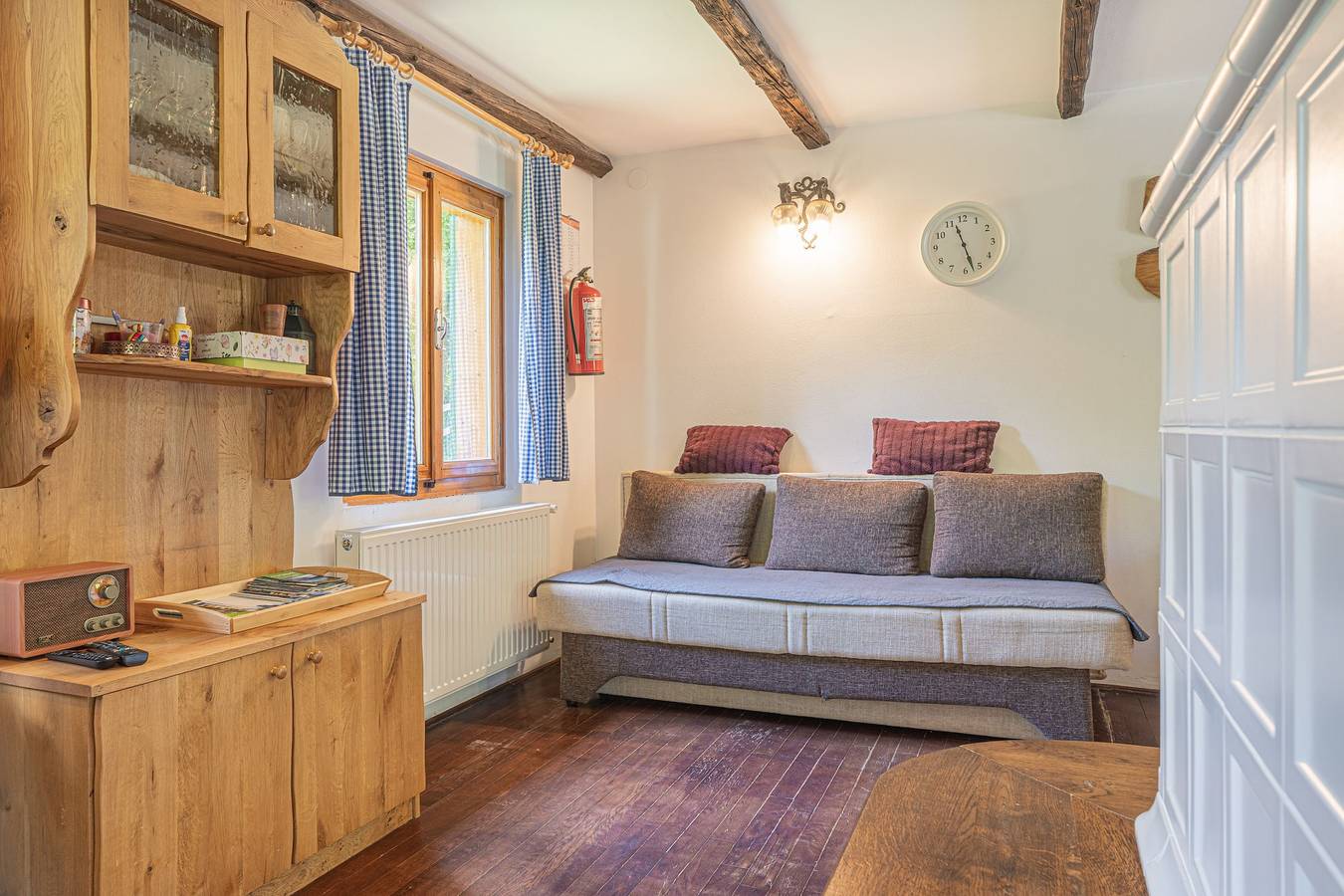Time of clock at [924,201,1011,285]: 11:27
